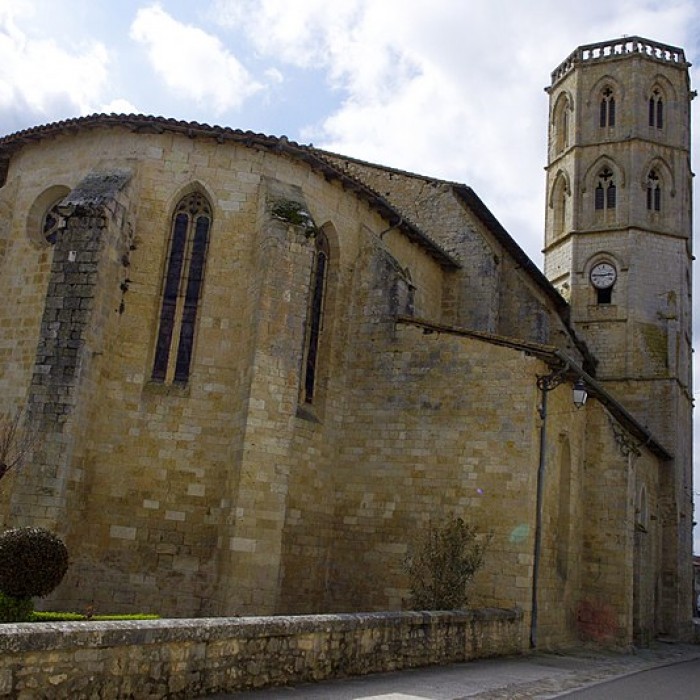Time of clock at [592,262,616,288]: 2:45
